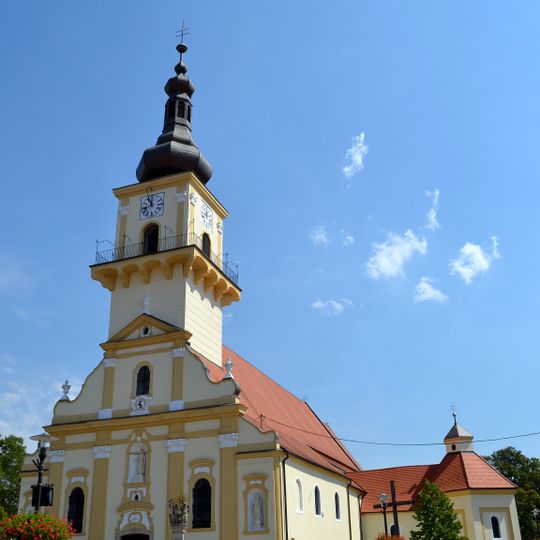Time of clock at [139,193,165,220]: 11:41
